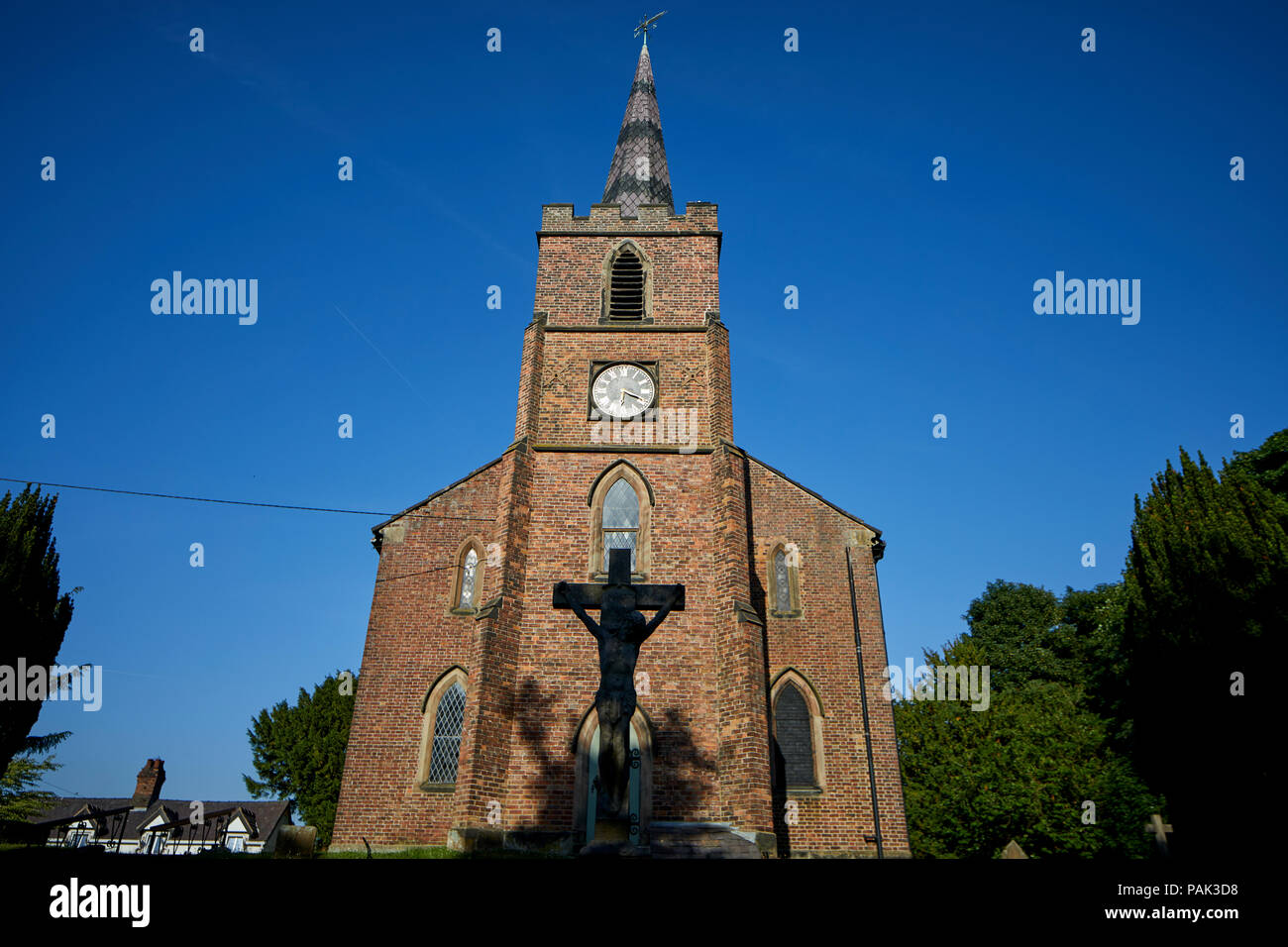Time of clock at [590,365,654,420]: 6:18
